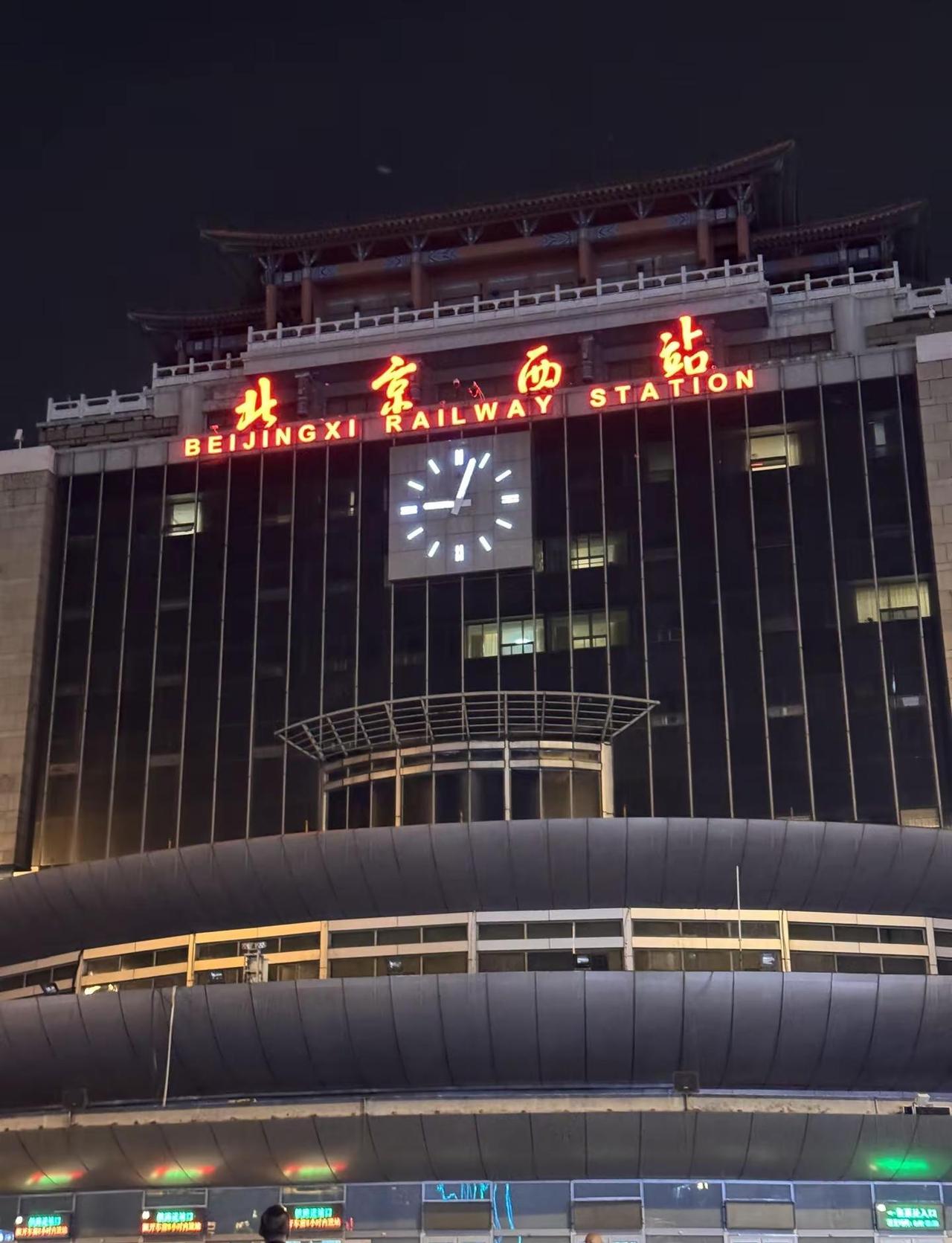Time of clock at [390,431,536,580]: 9:03
